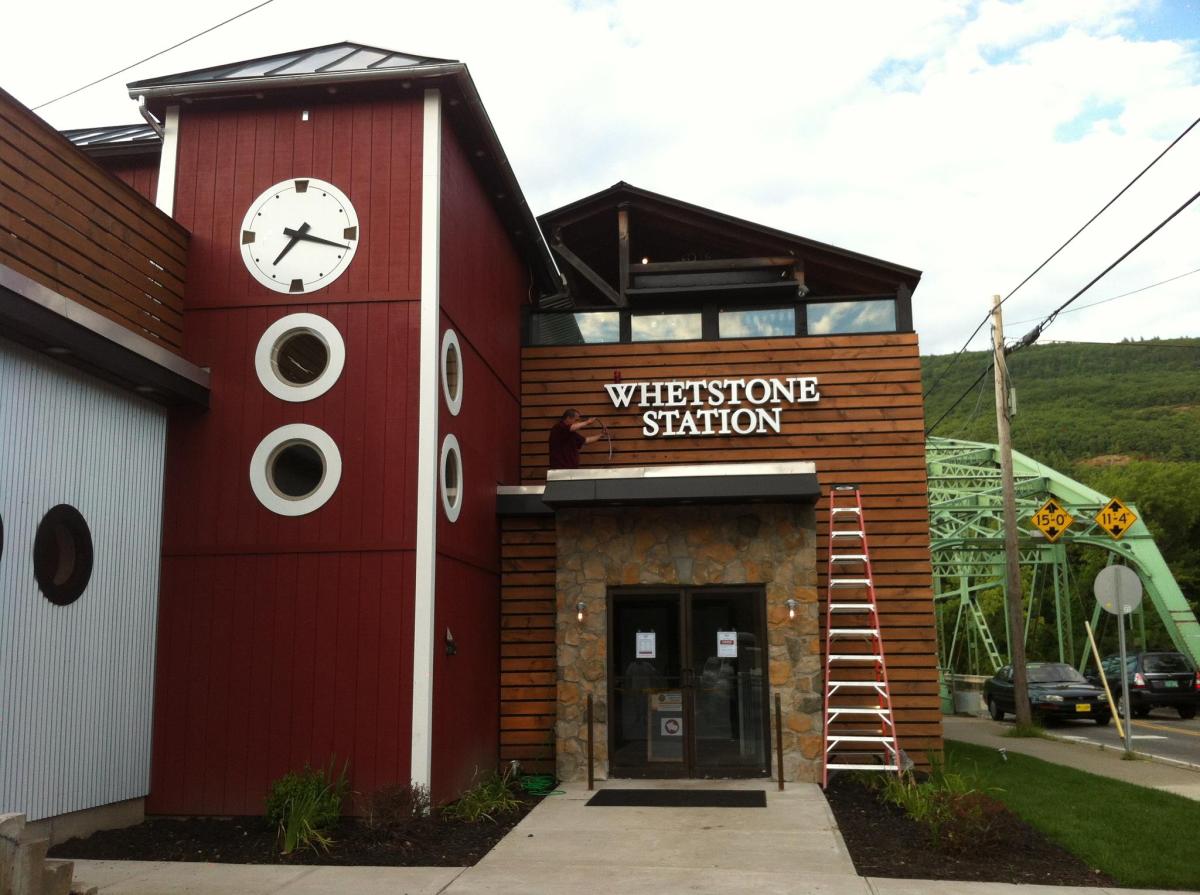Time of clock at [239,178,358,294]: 7:17
